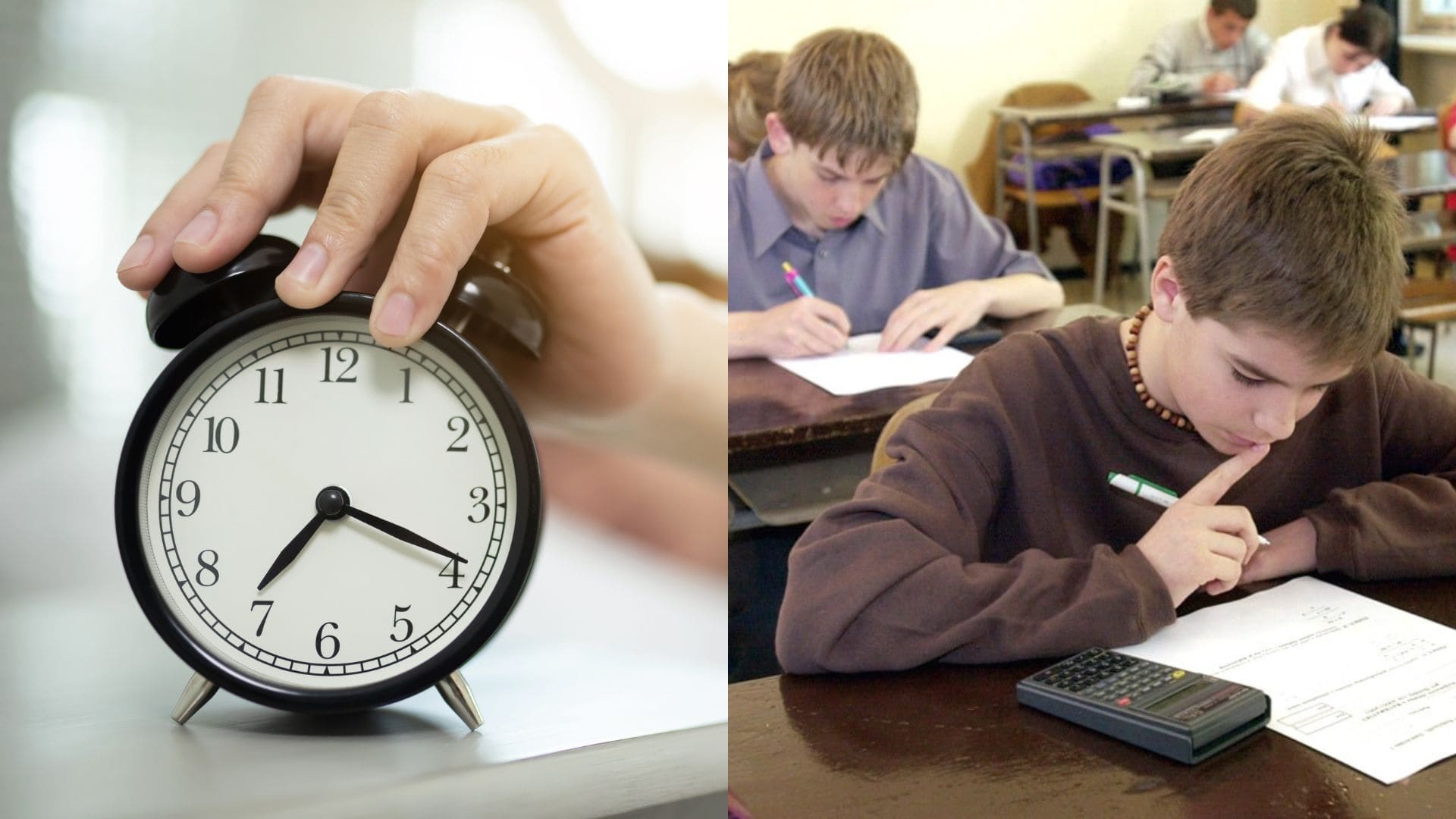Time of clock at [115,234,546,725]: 7:18
